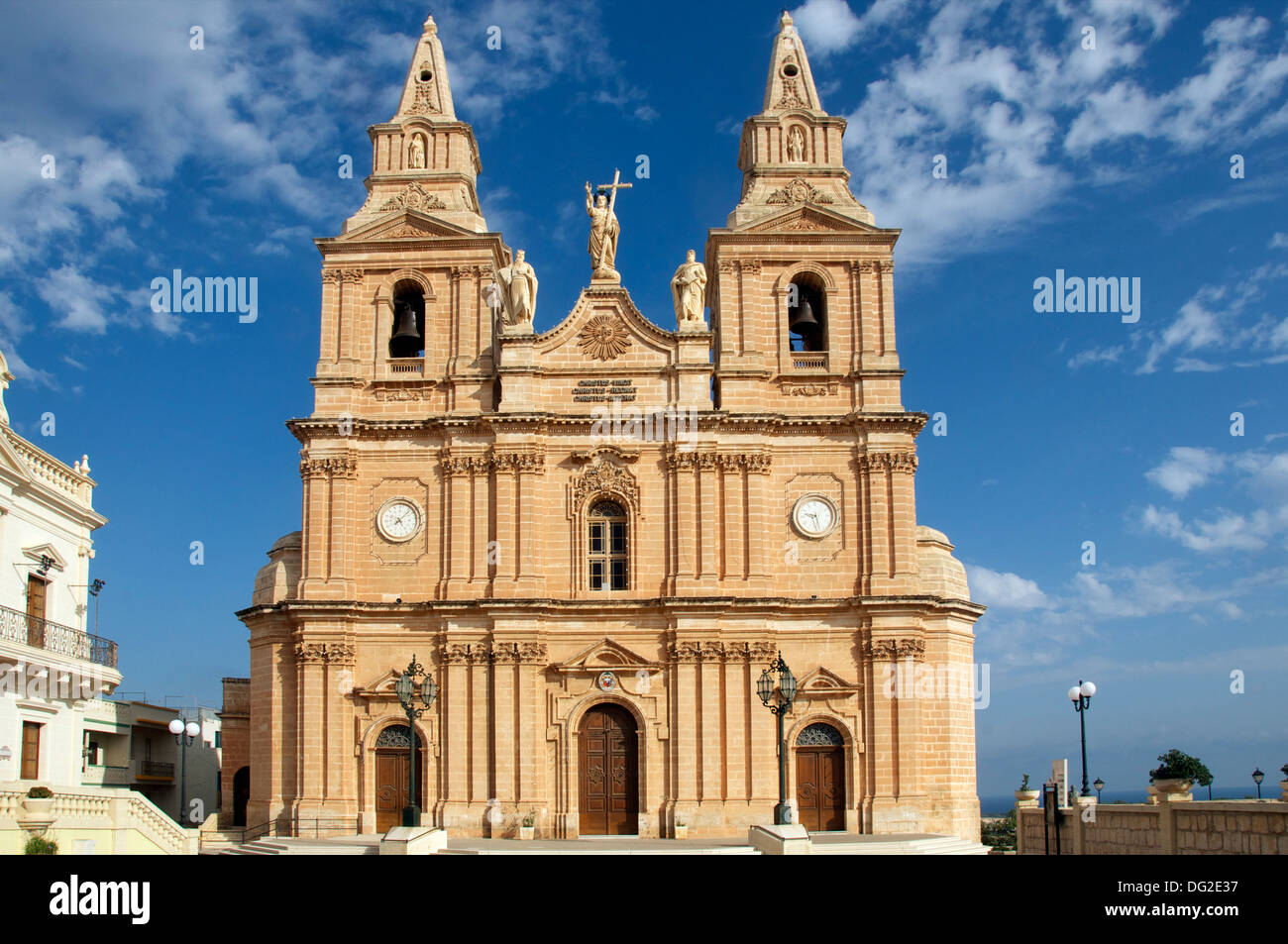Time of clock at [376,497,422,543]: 5:07
